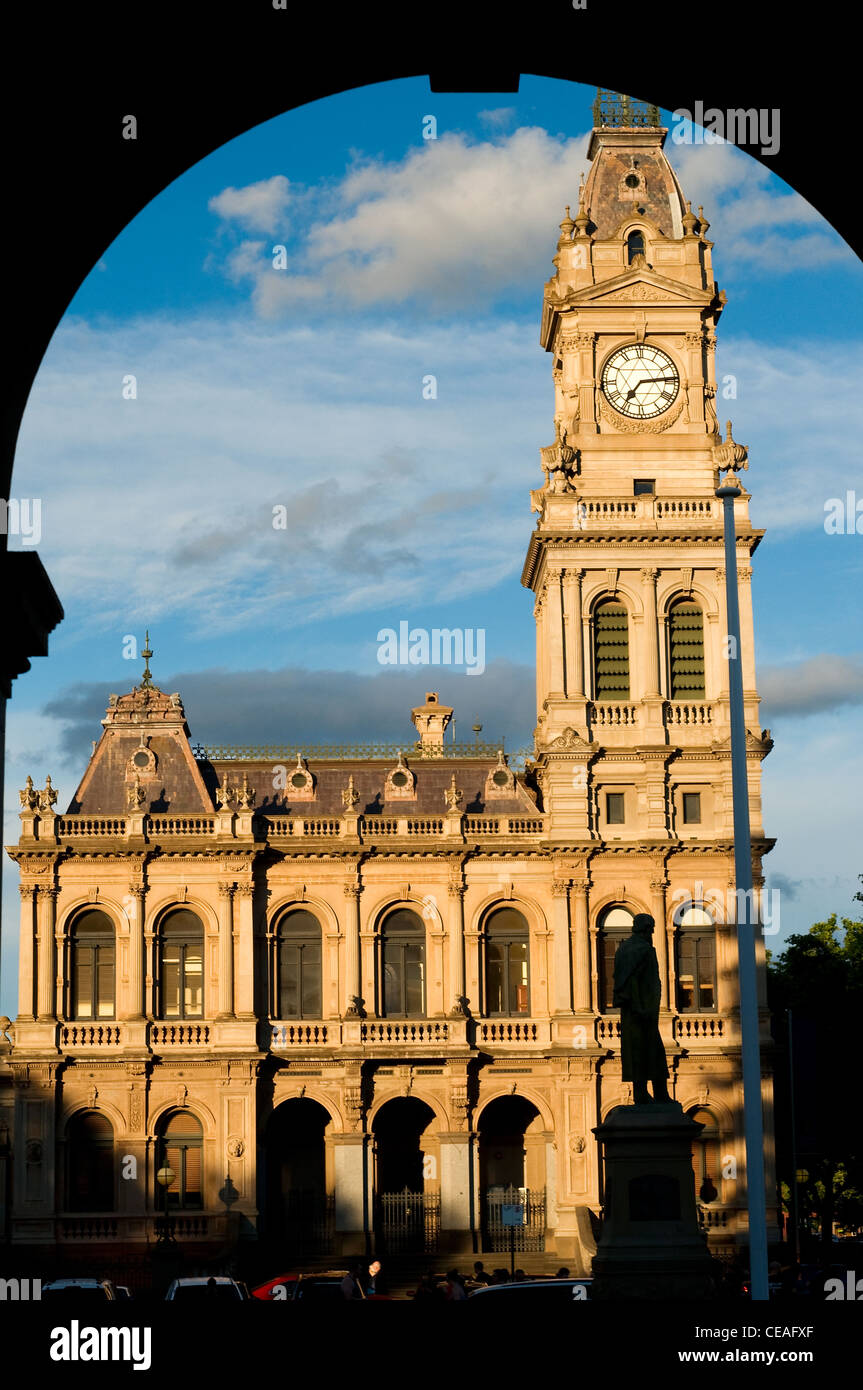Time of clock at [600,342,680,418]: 7:14
